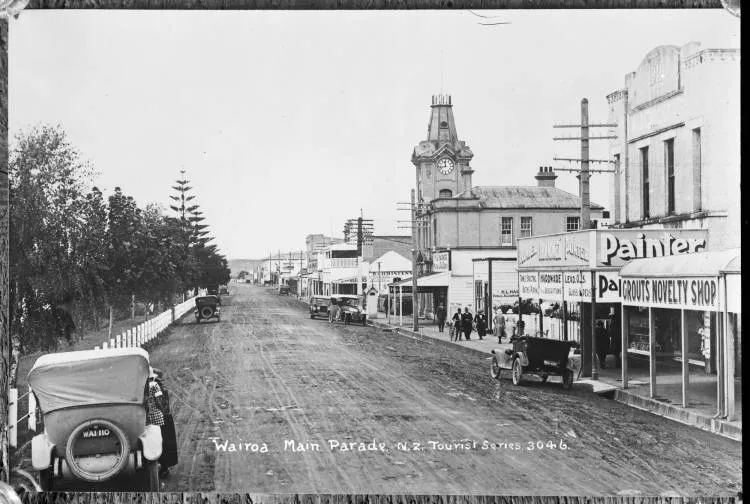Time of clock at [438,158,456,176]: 11:42
